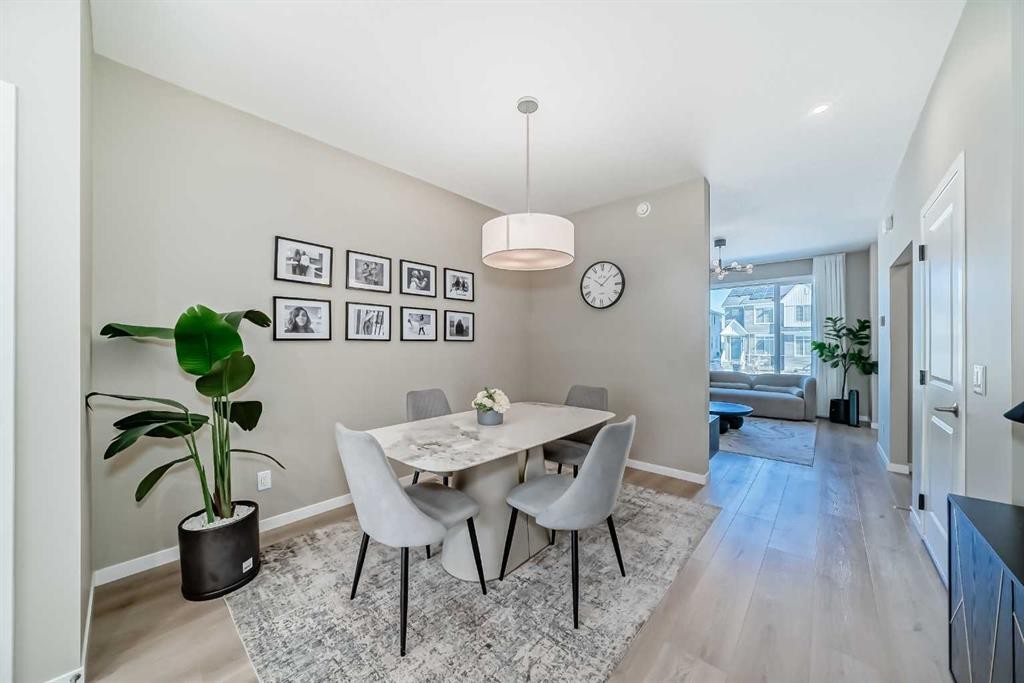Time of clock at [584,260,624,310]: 10:07
